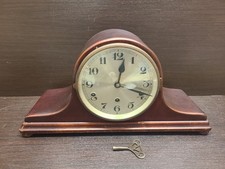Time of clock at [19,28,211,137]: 12:18
